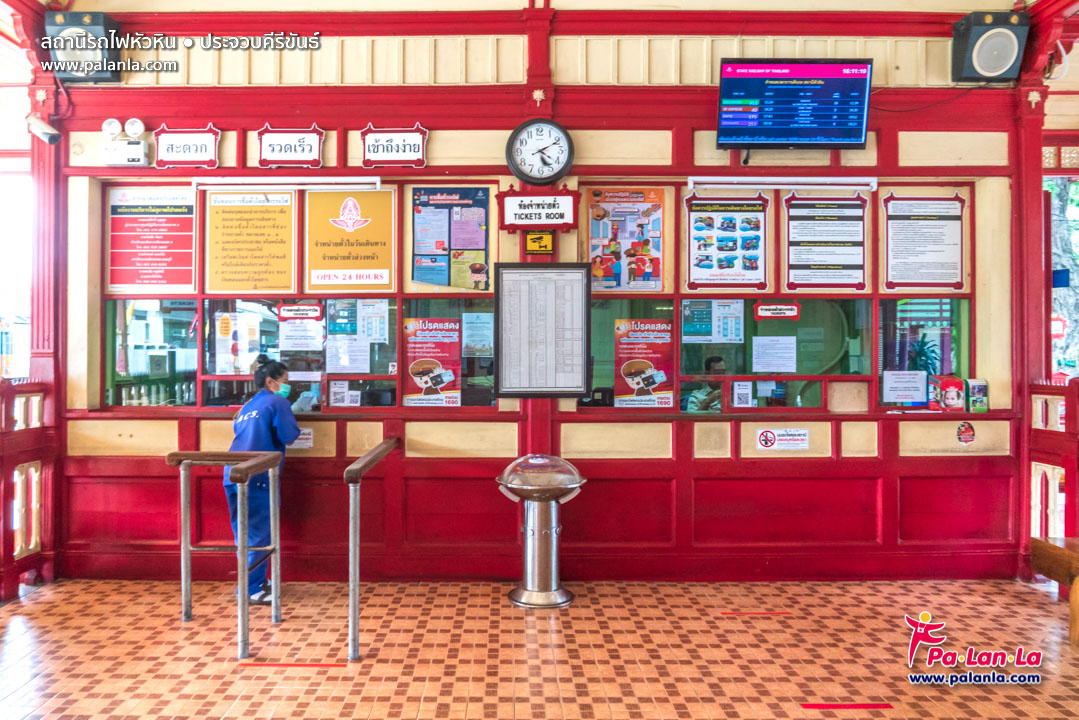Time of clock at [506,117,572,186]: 5:10
